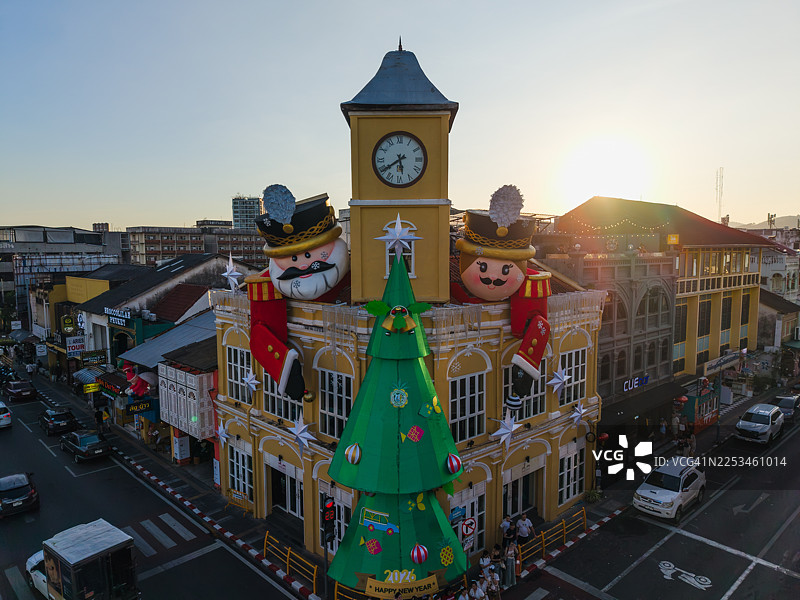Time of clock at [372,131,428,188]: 5:39
